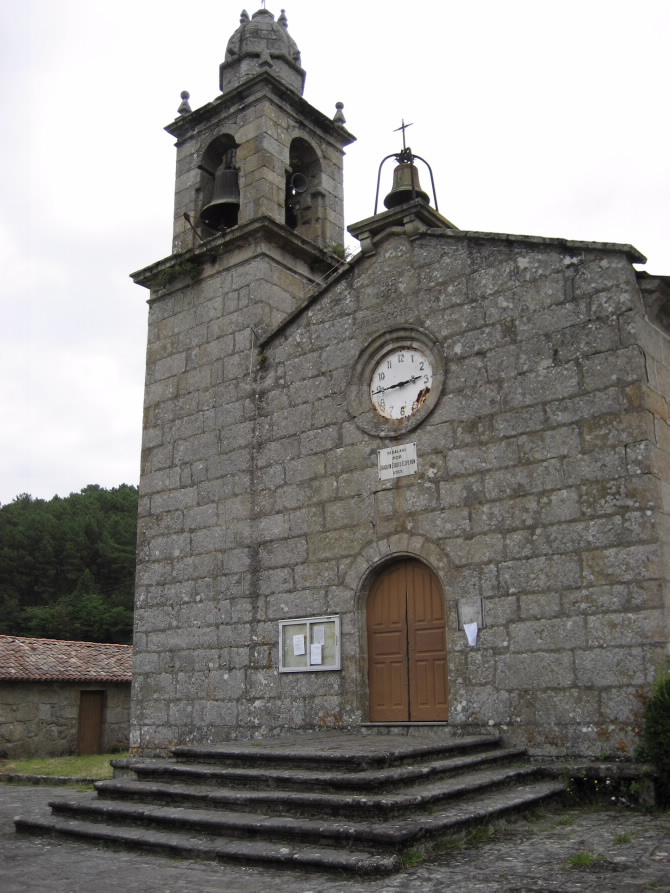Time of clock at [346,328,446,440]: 2:44
